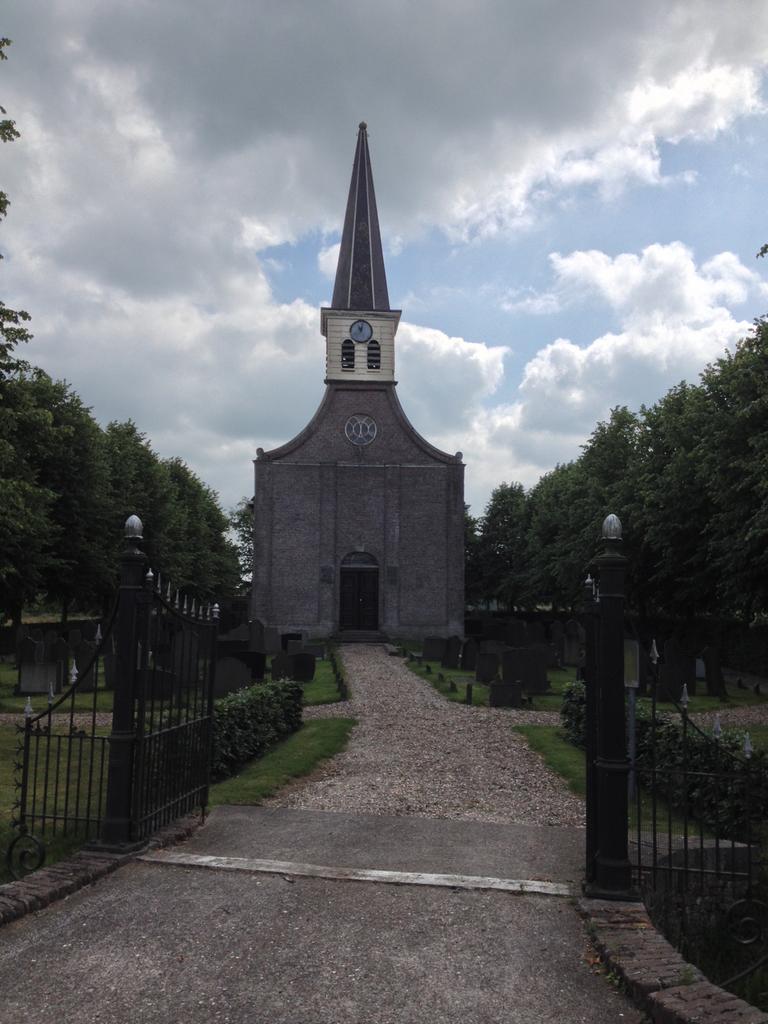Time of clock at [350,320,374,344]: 11:02
